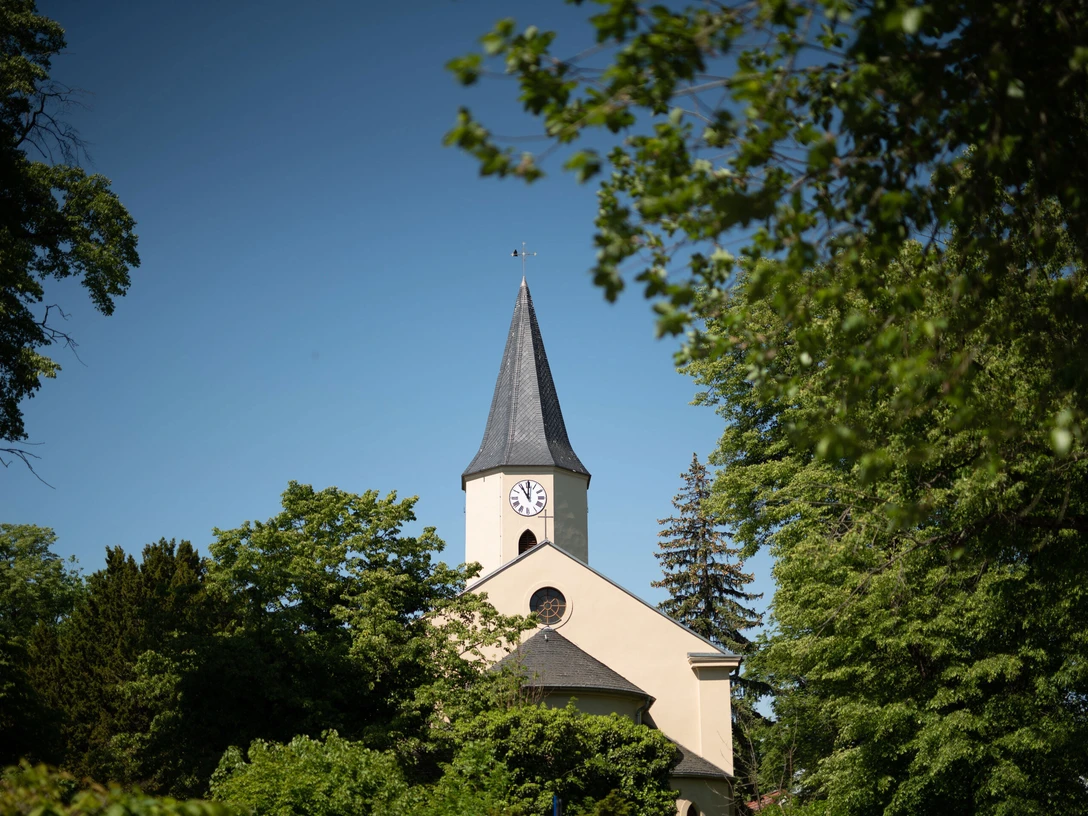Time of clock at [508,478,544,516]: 11:00
